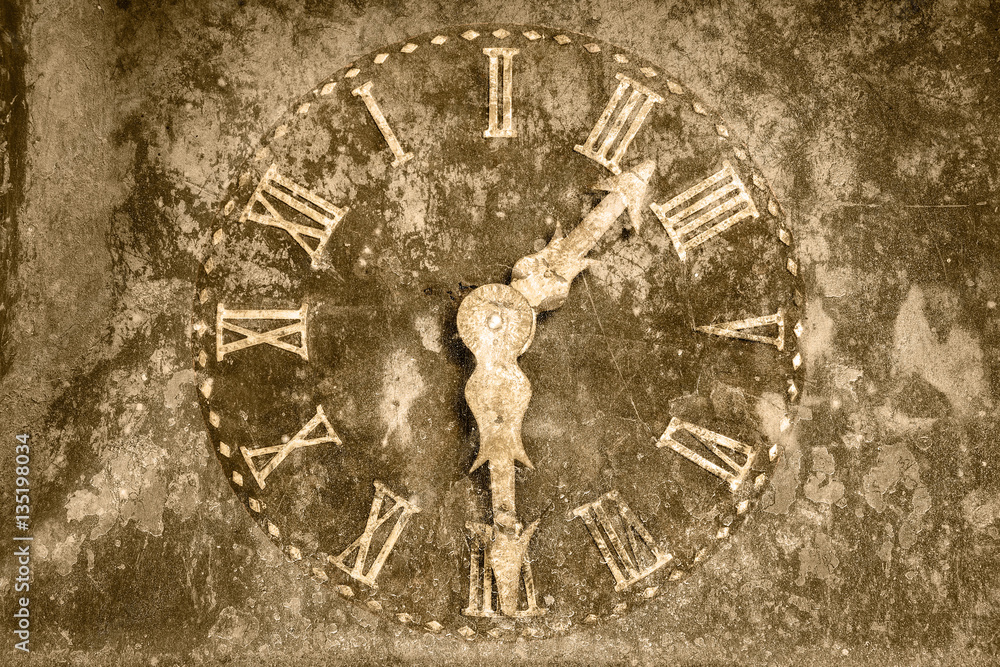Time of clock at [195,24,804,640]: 1:28
